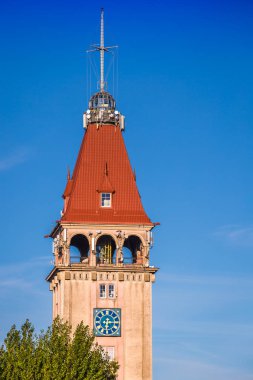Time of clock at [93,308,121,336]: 6:14
